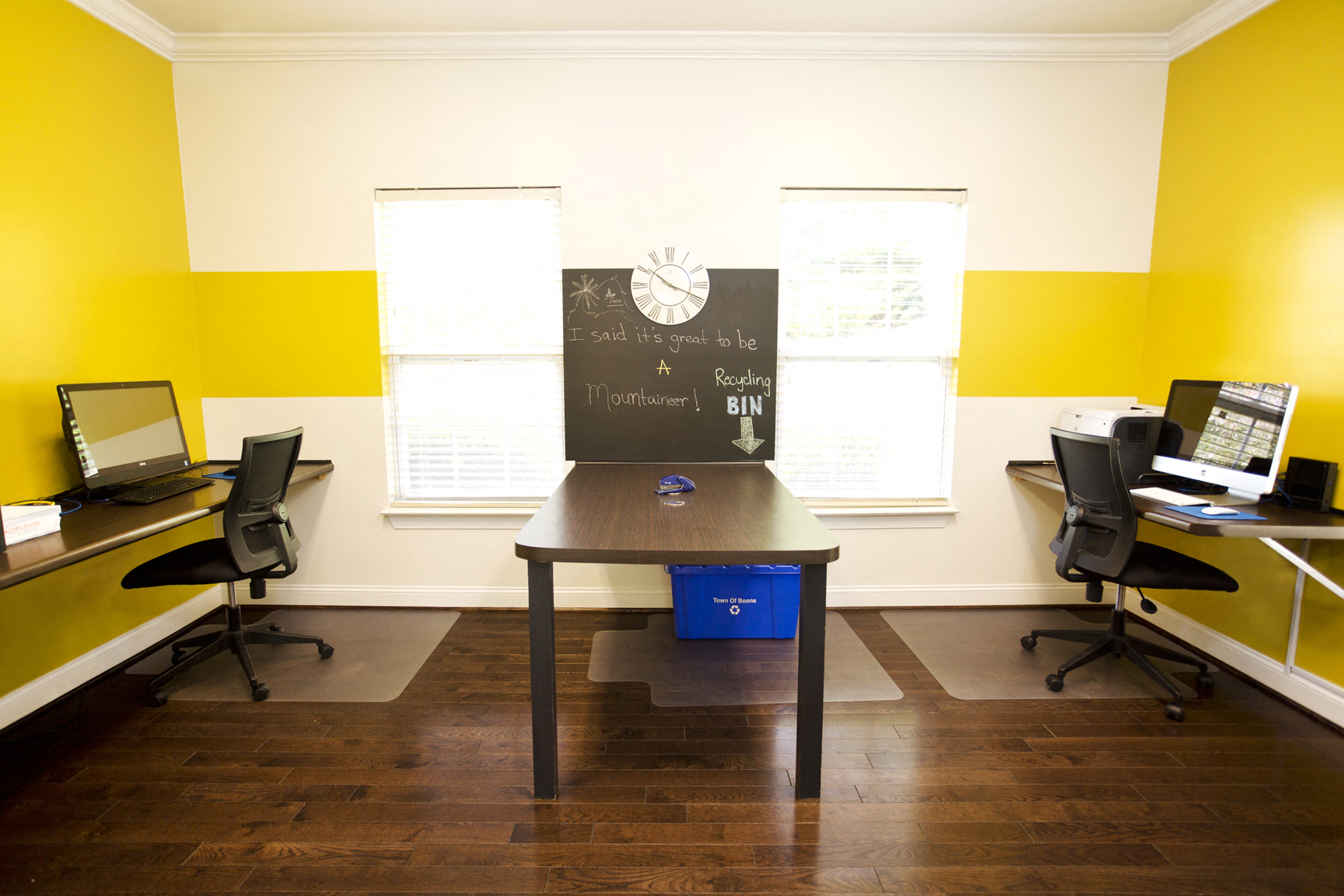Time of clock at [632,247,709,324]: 10:18
